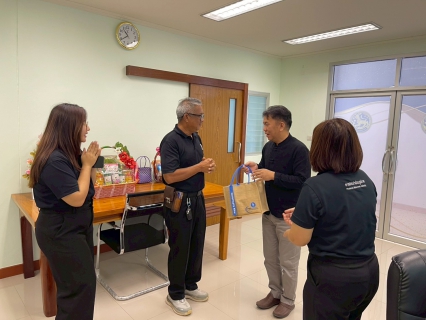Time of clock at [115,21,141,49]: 10:39
